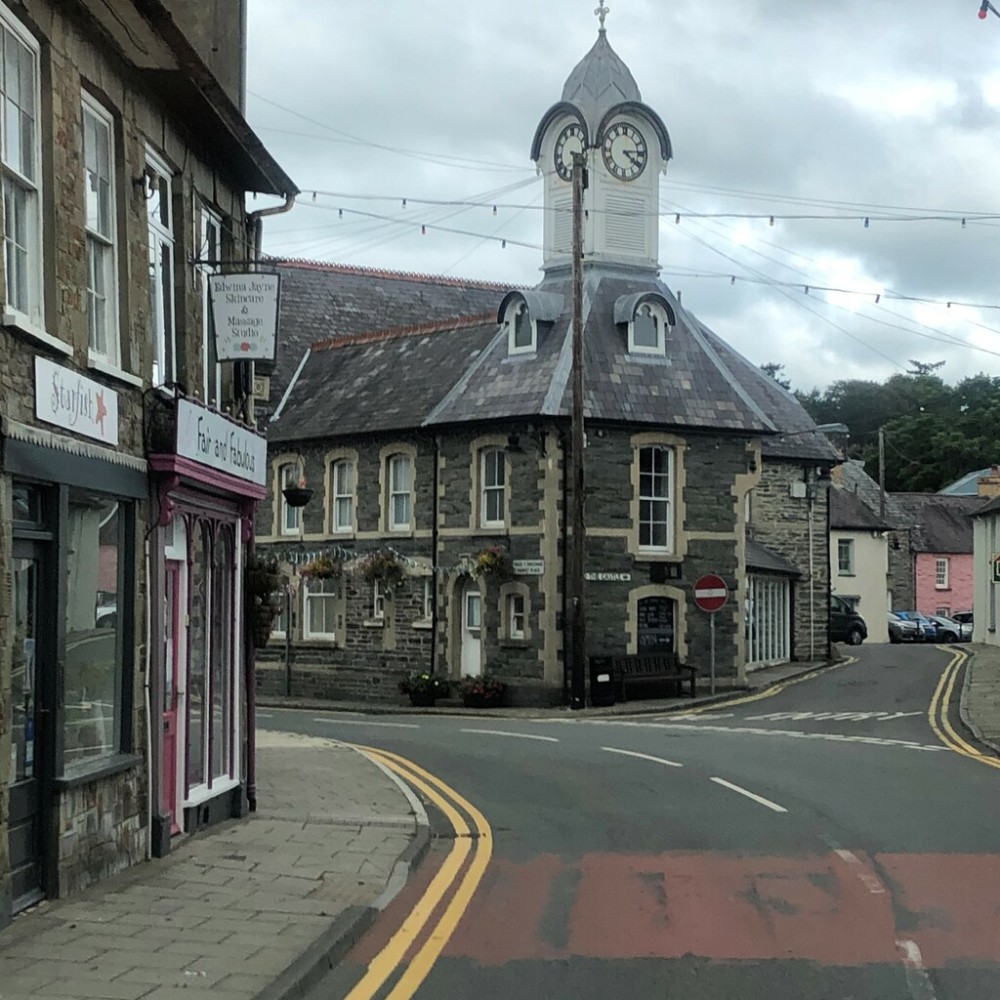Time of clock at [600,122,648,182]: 4:14
